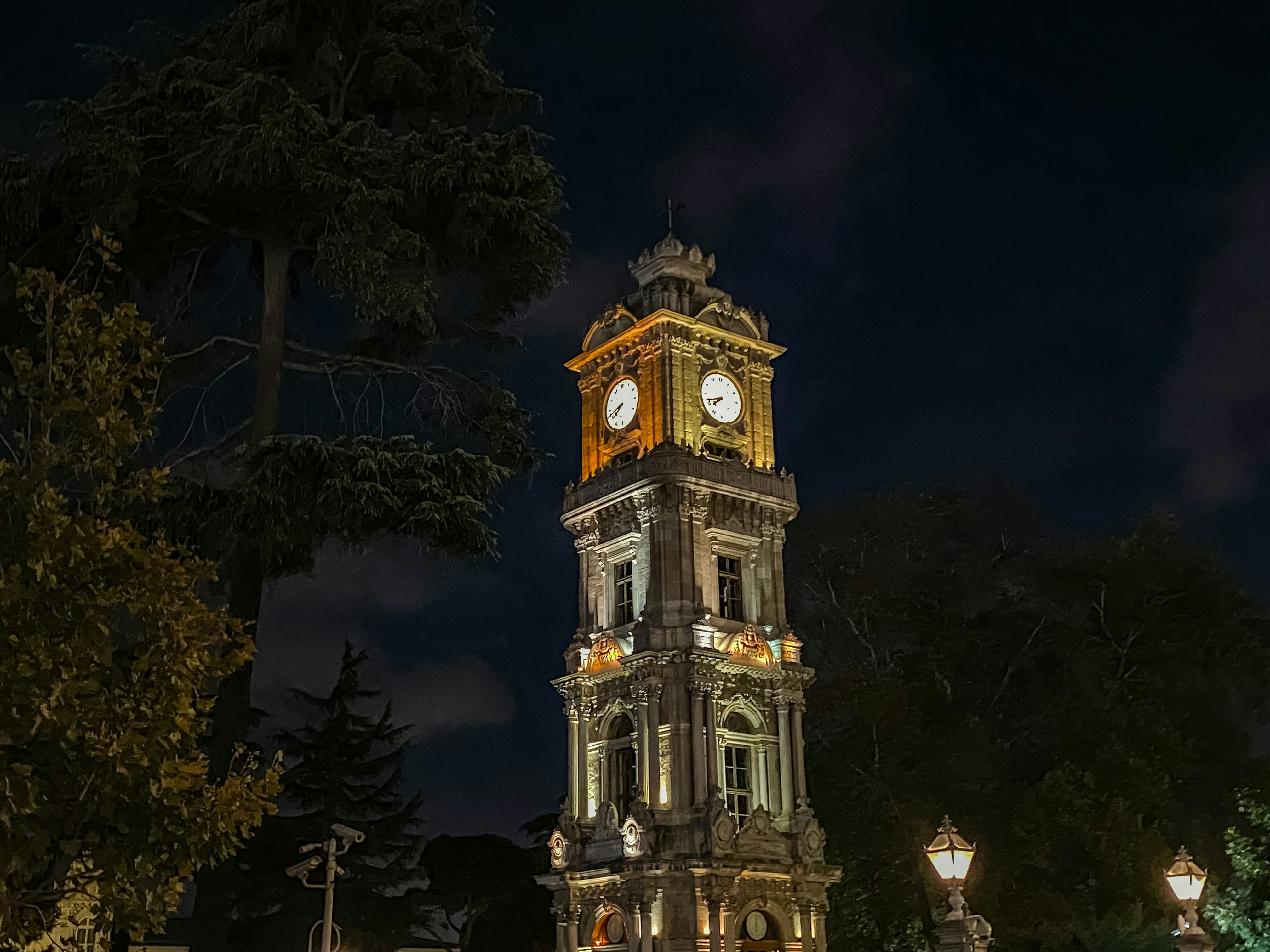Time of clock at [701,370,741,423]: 7:42
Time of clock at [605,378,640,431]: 7:42
